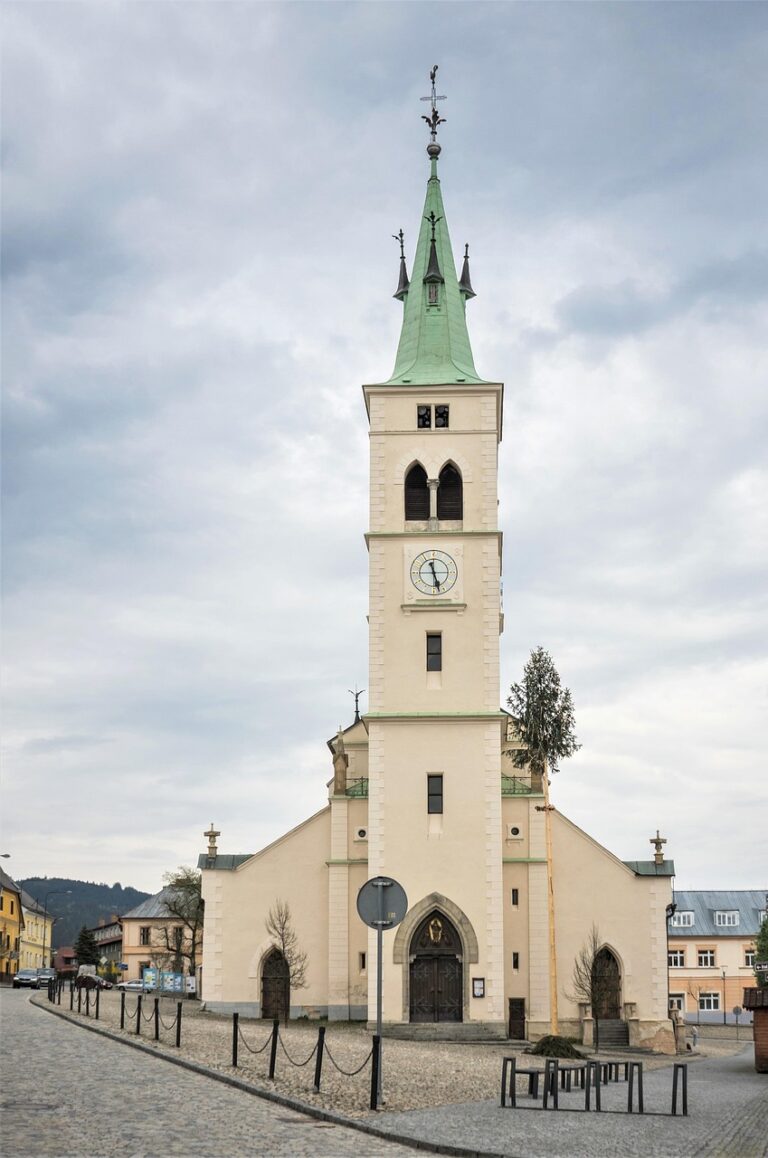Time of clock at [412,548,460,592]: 11:27
